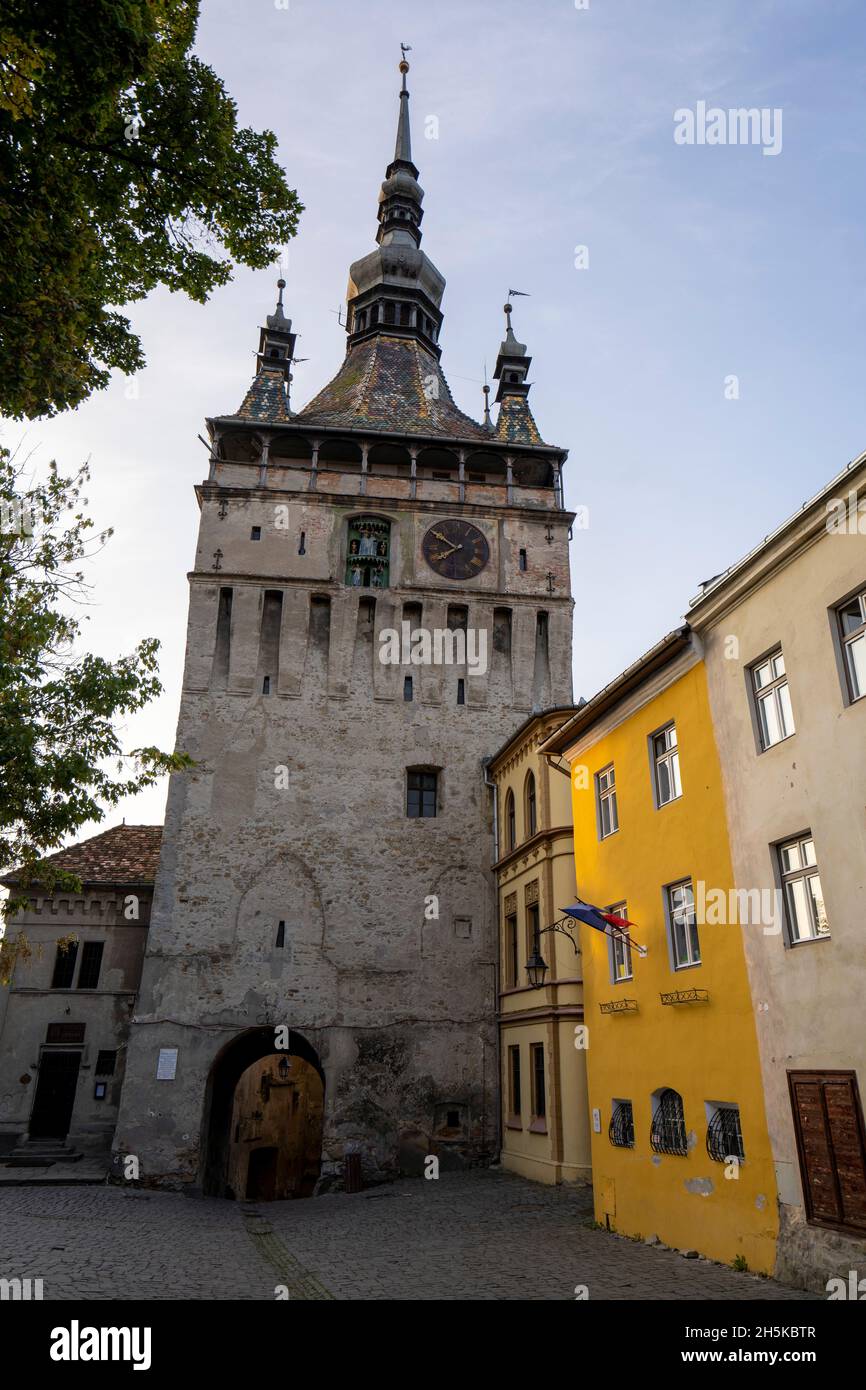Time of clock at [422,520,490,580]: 7:50
